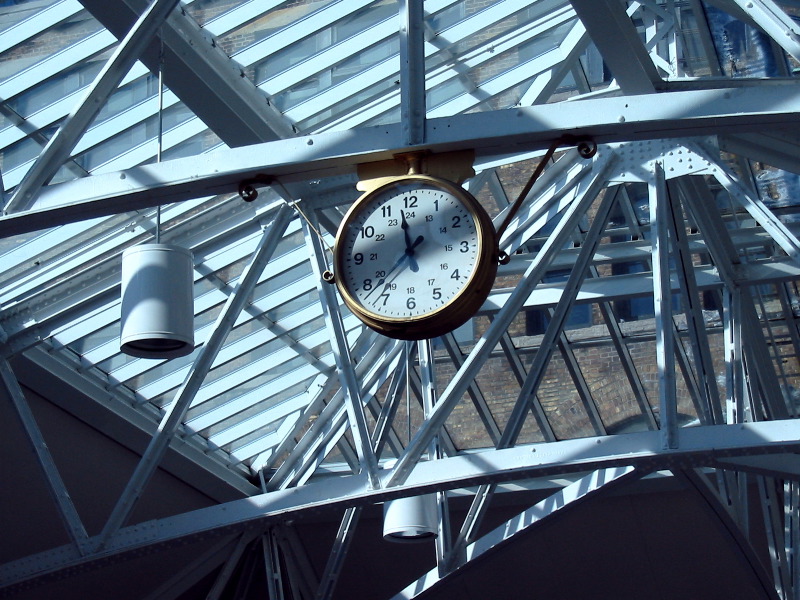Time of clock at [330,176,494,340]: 11:37
